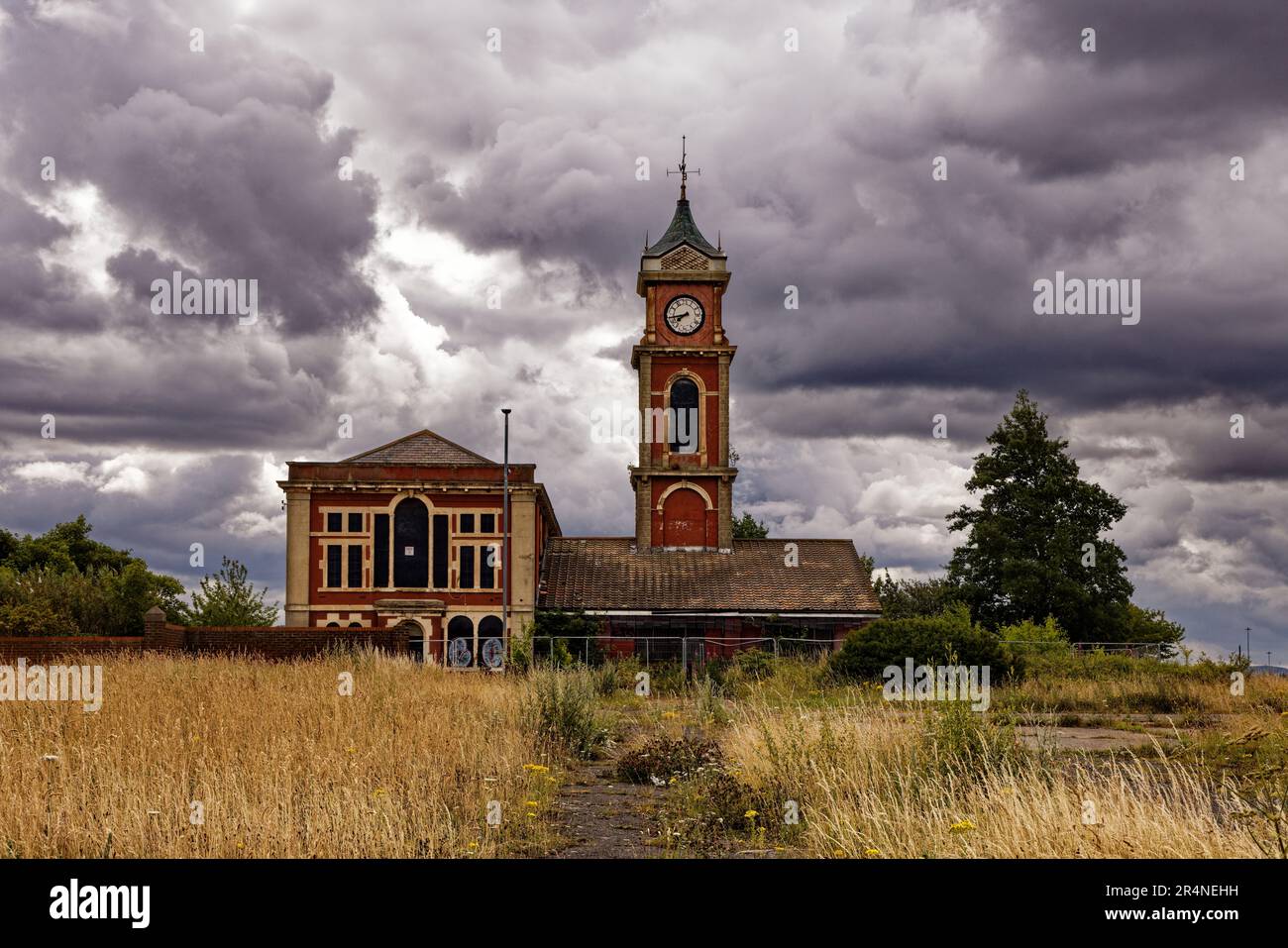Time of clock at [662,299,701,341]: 7:43
